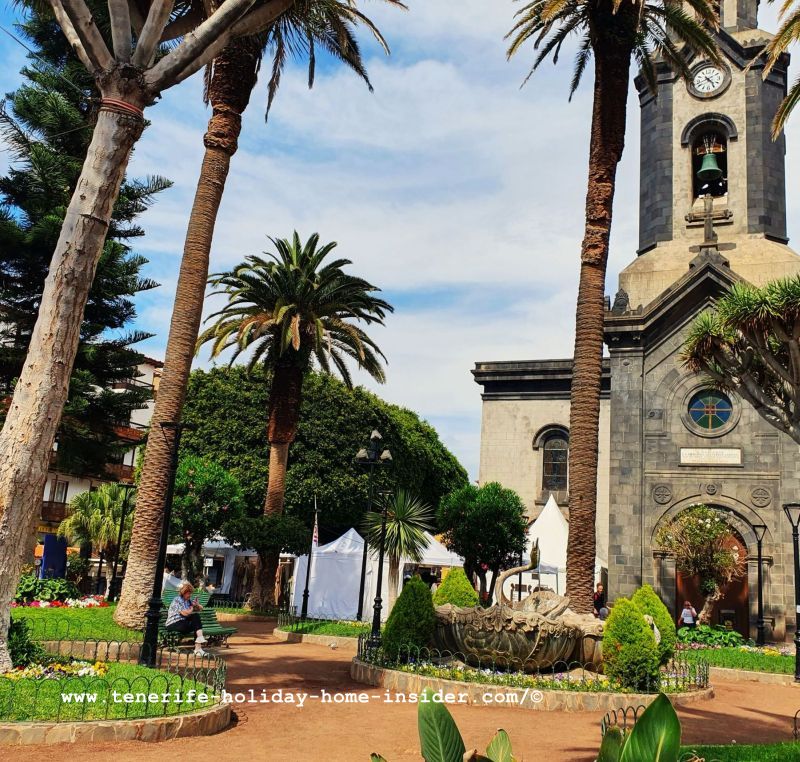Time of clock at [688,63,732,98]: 4:42
